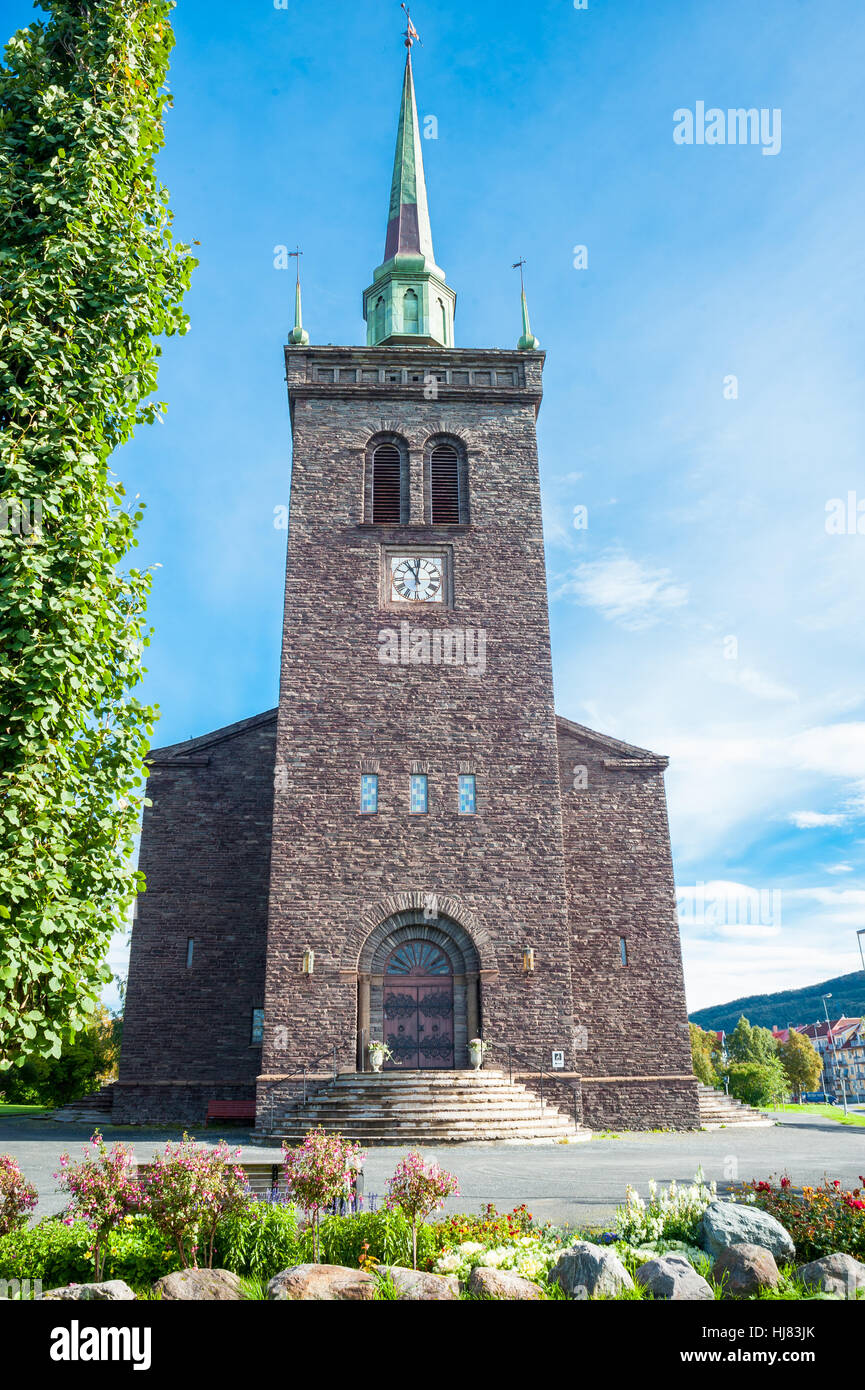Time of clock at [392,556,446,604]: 11:01
